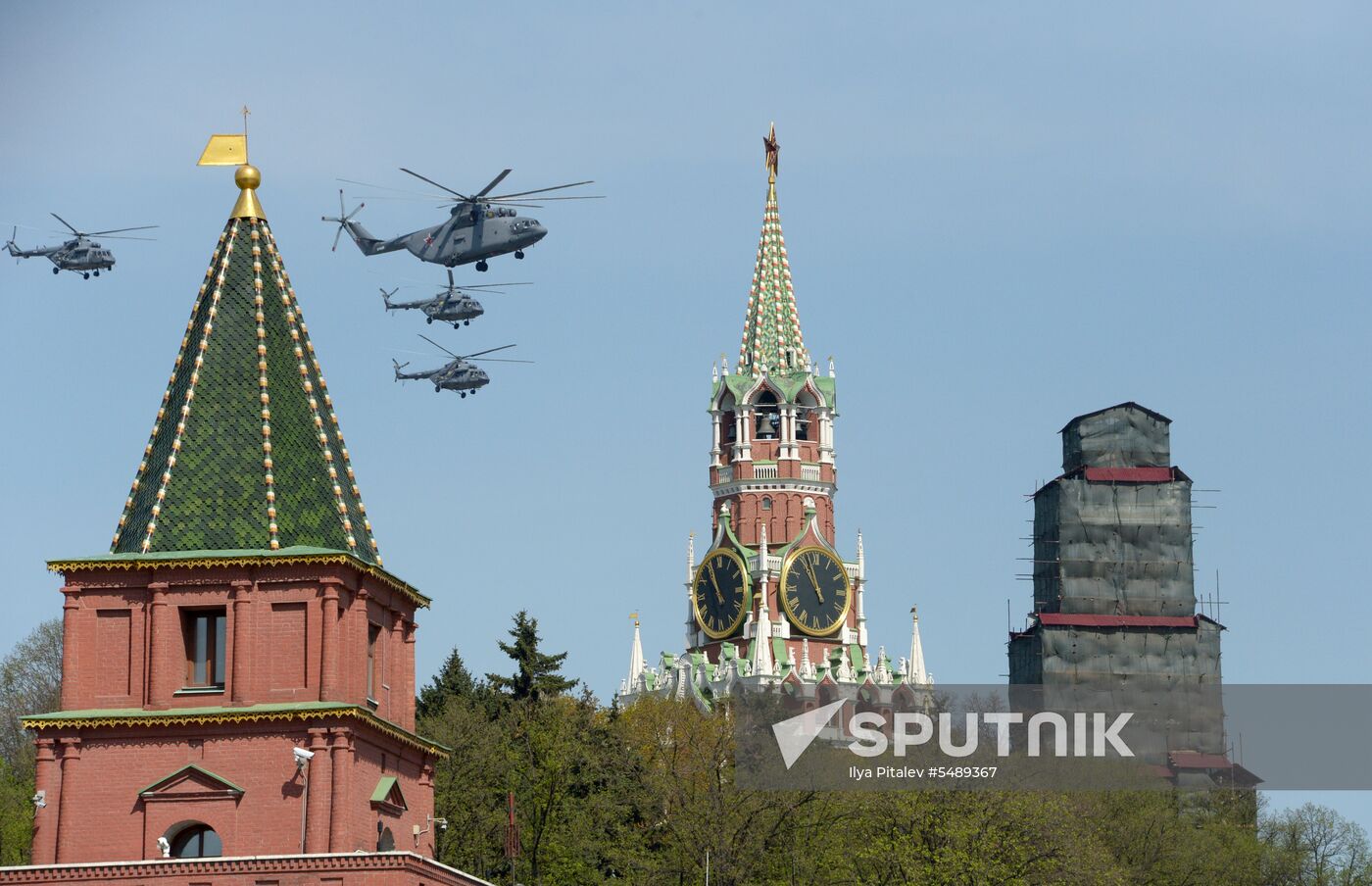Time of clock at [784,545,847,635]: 10:56
